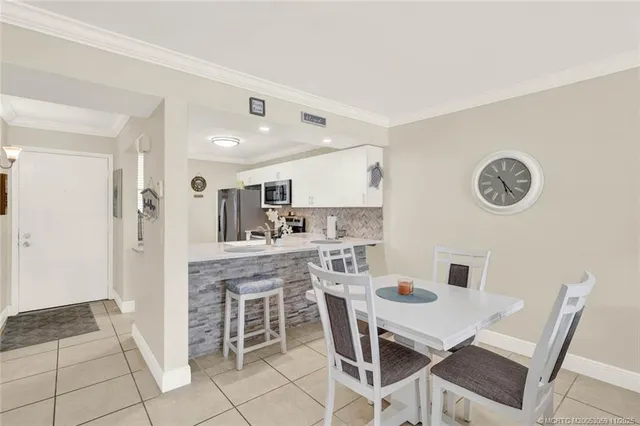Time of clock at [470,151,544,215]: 5:23
